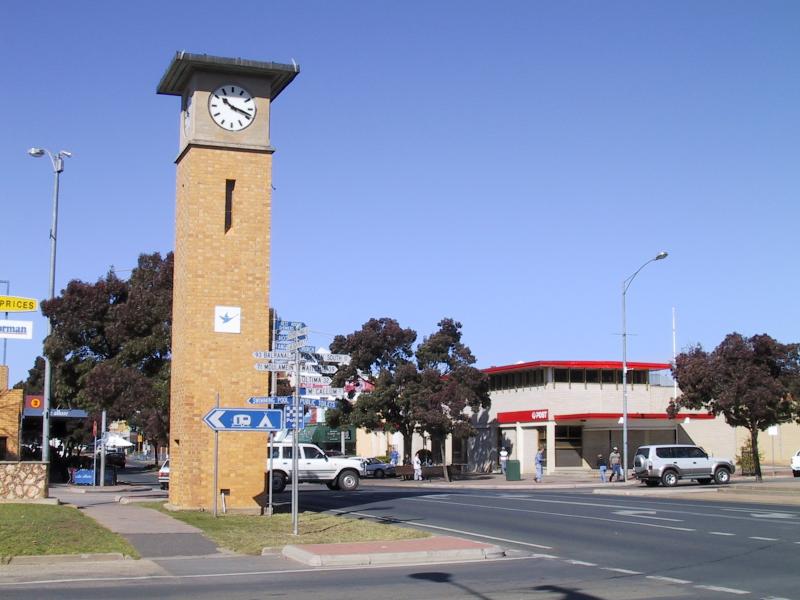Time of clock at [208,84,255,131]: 10:18
